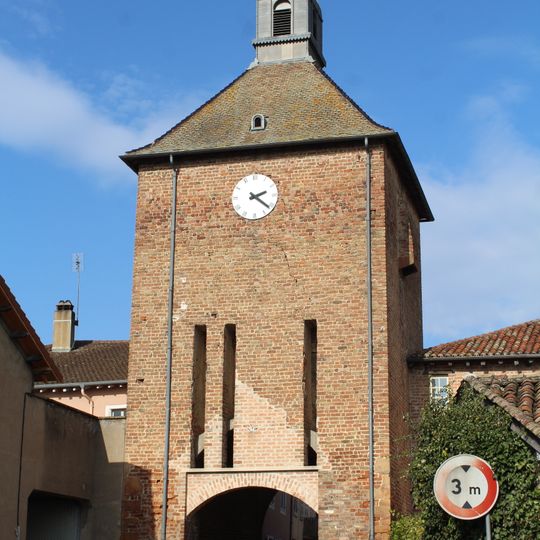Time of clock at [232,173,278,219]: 2:21
